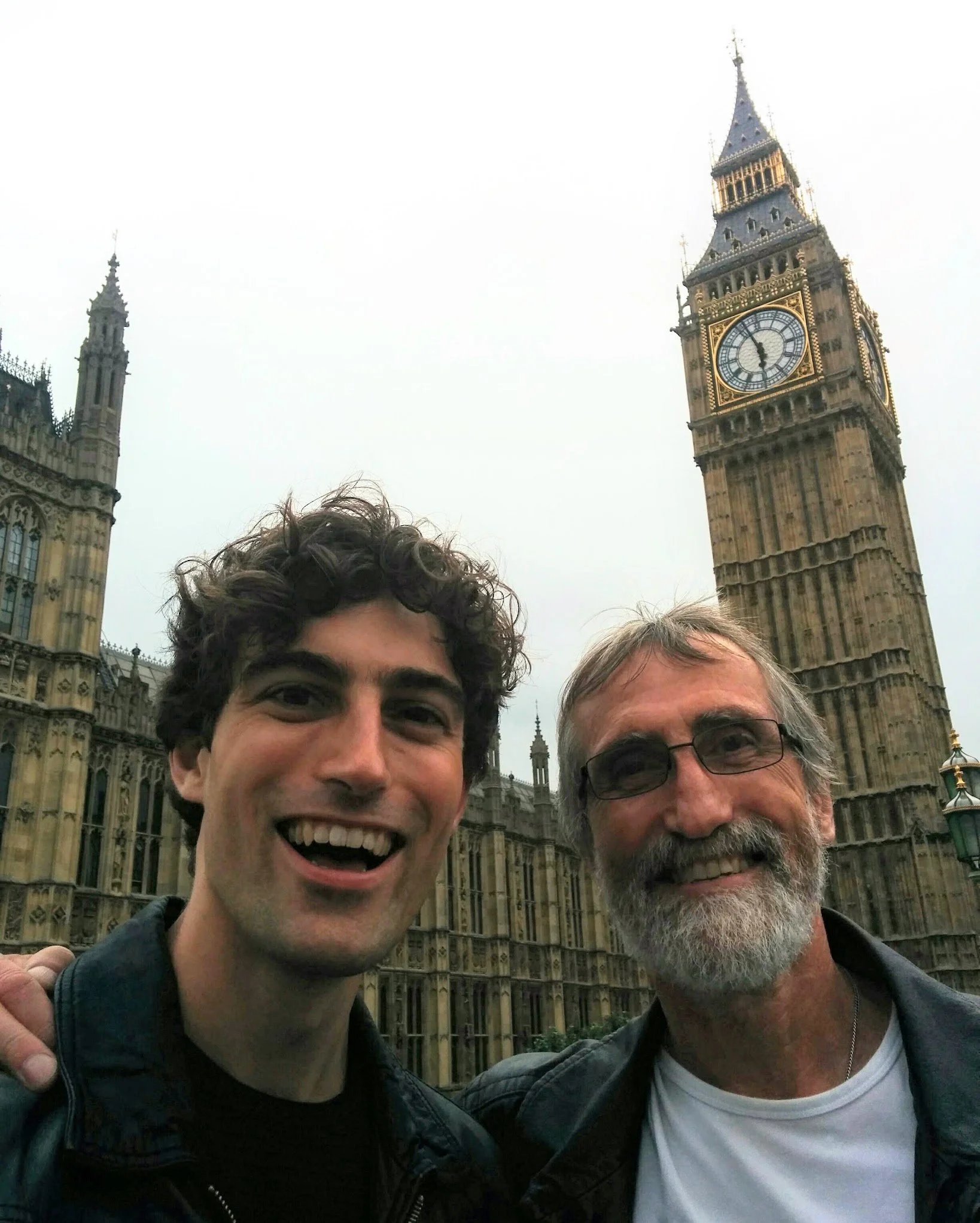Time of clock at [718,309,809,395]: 5:57
